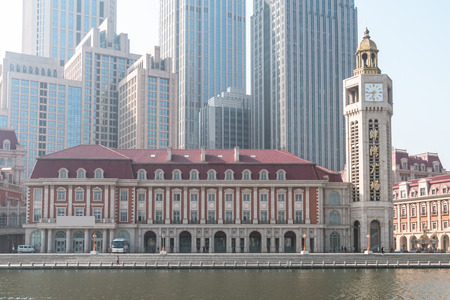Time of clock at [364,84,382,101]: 8:32
